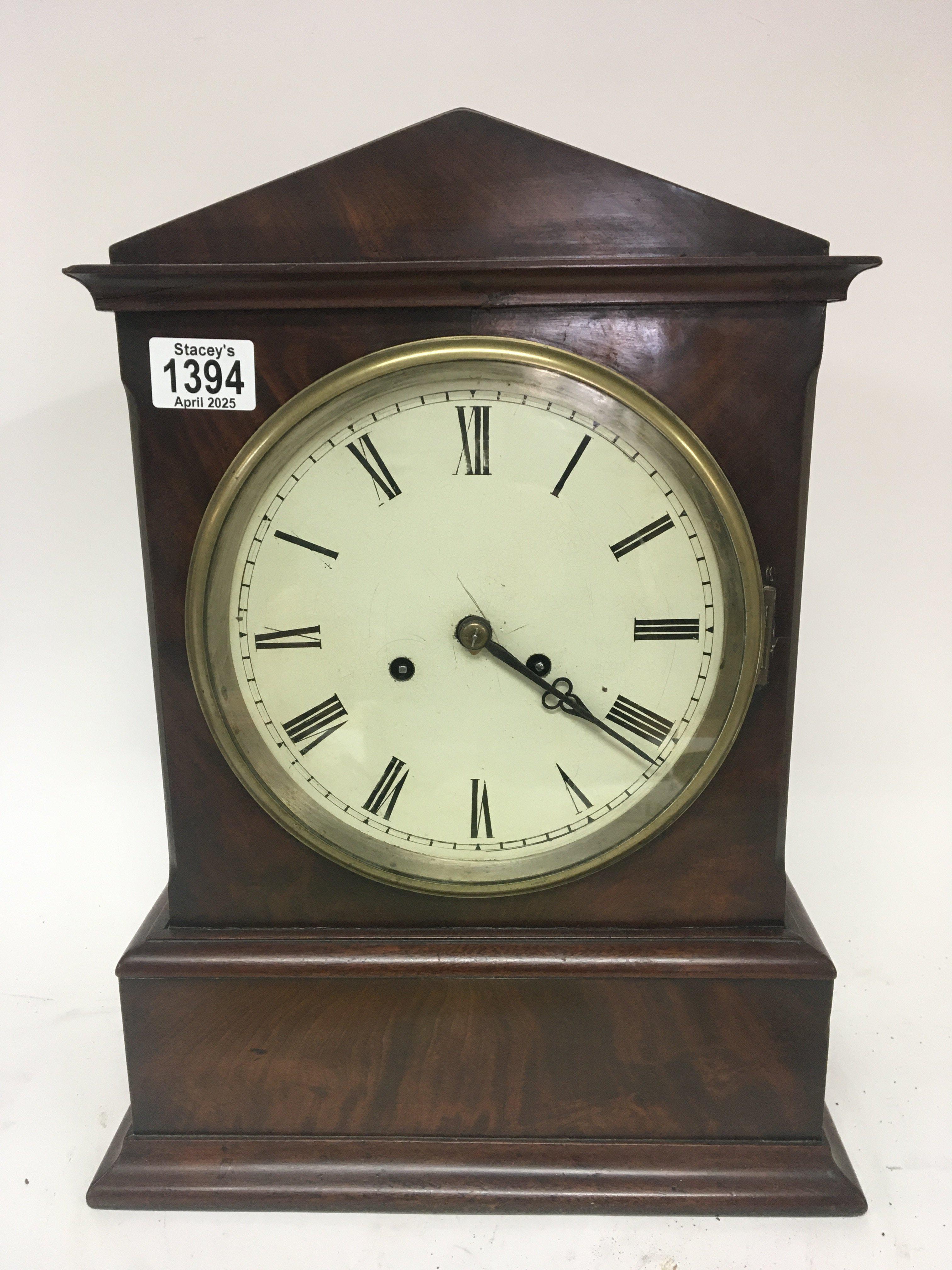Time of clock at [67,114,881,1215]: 4:20
